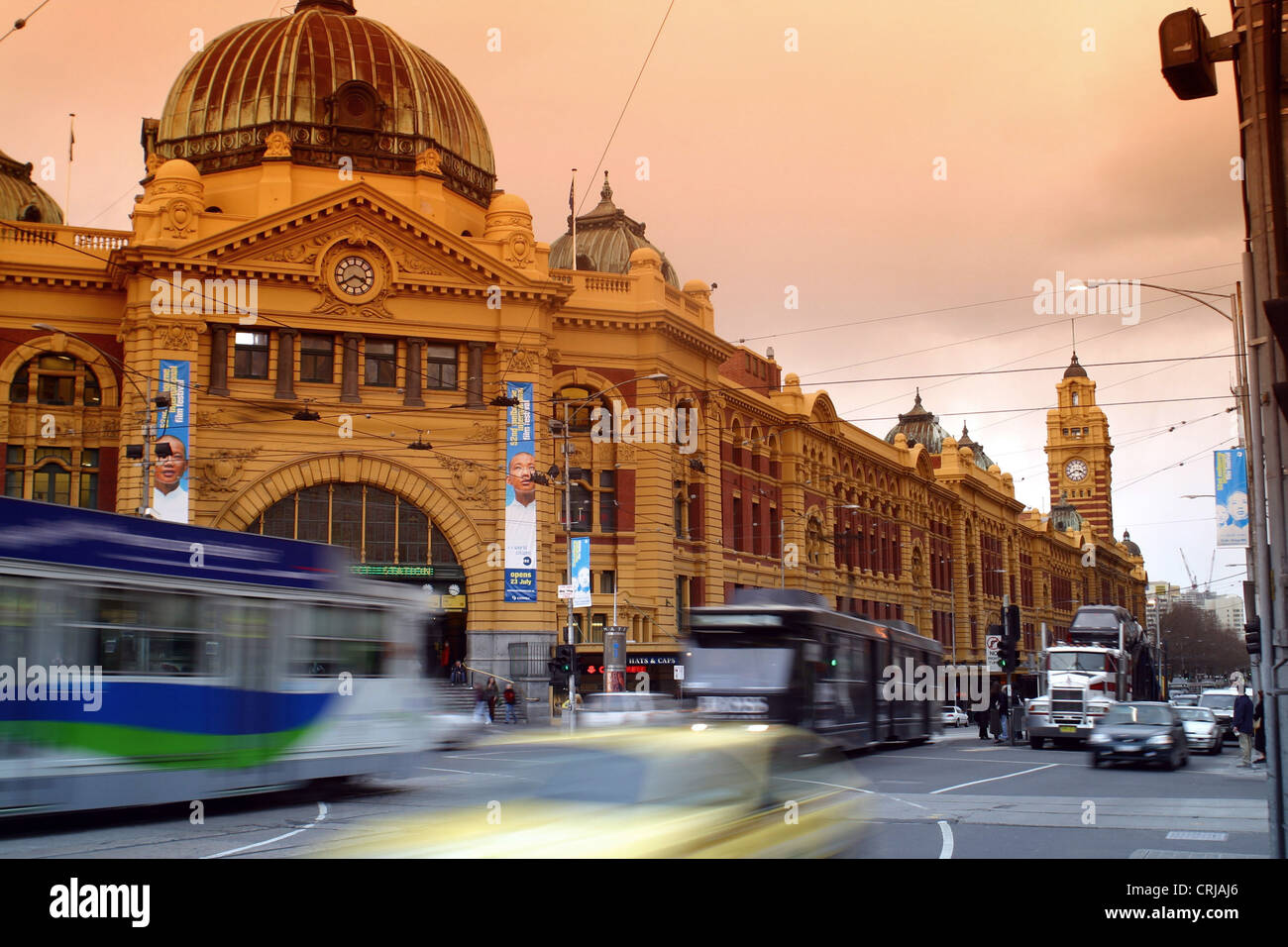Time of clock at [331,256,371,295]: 3:39
